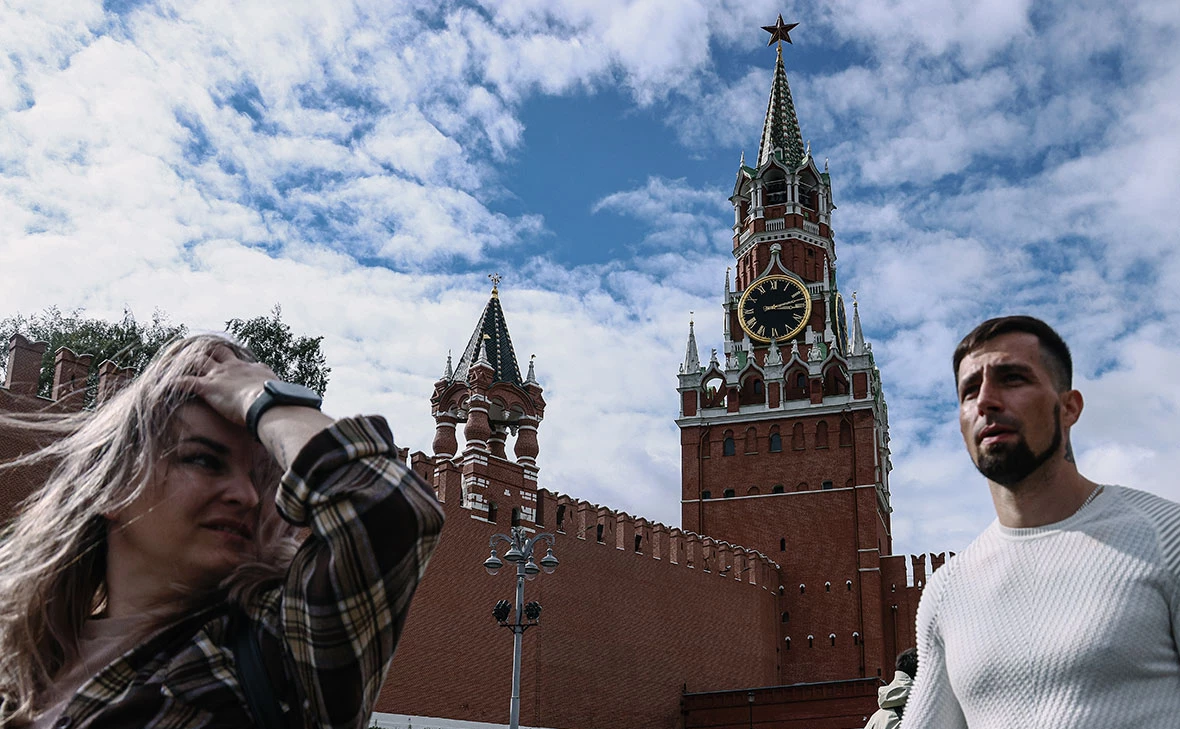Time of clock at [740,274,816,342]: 3:12
